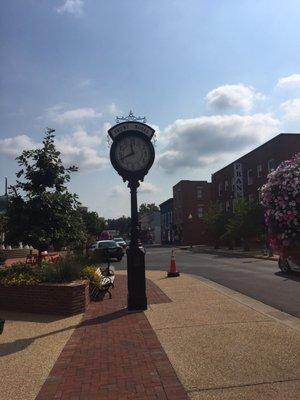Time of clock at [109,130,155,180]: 11:41
